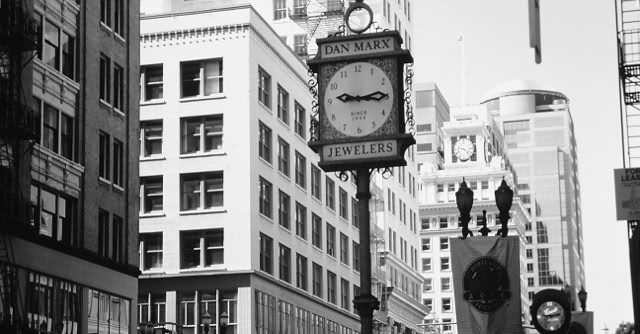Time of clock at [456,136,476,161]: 9:22
